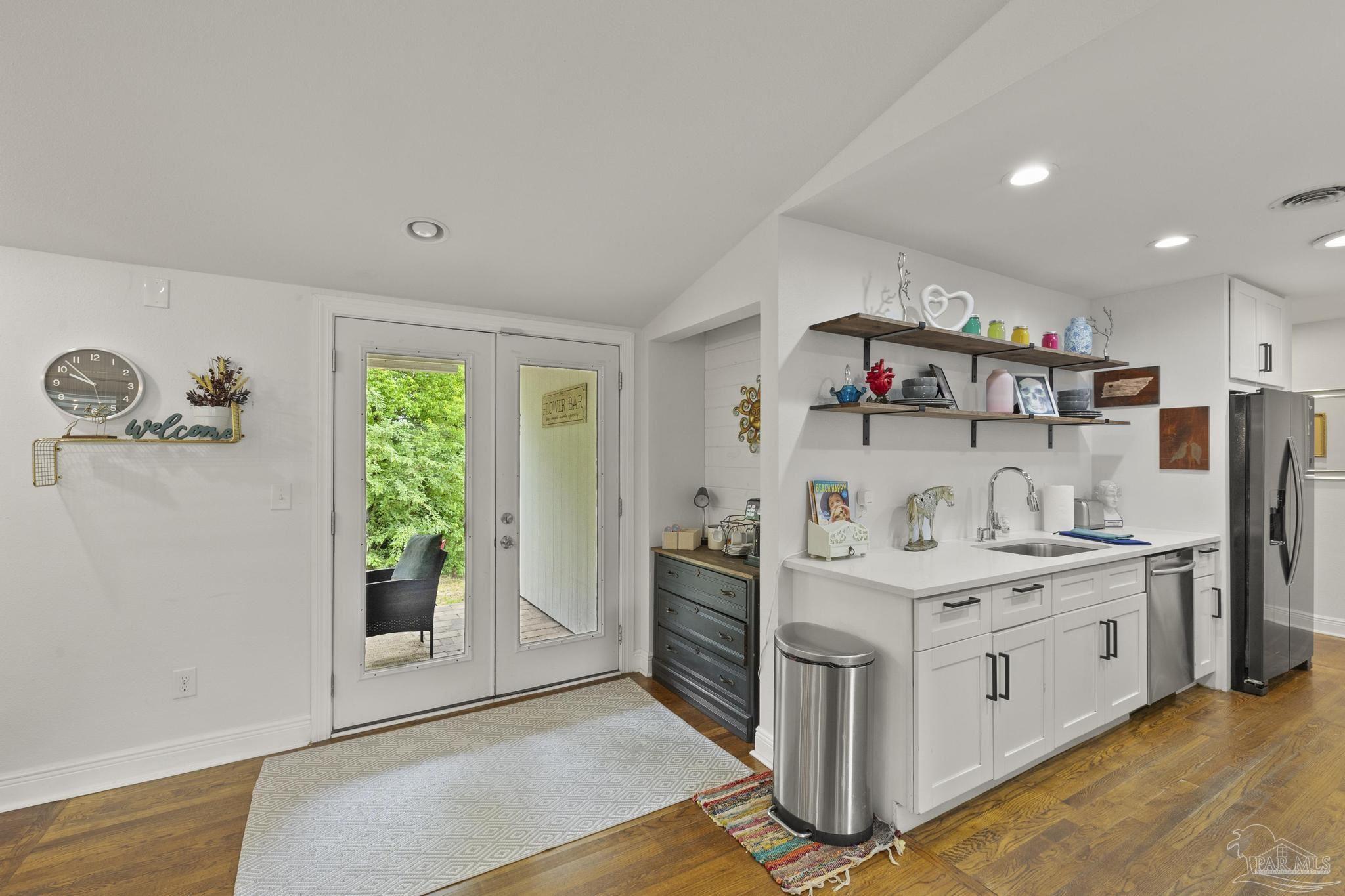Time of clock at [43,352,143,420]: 9:52
